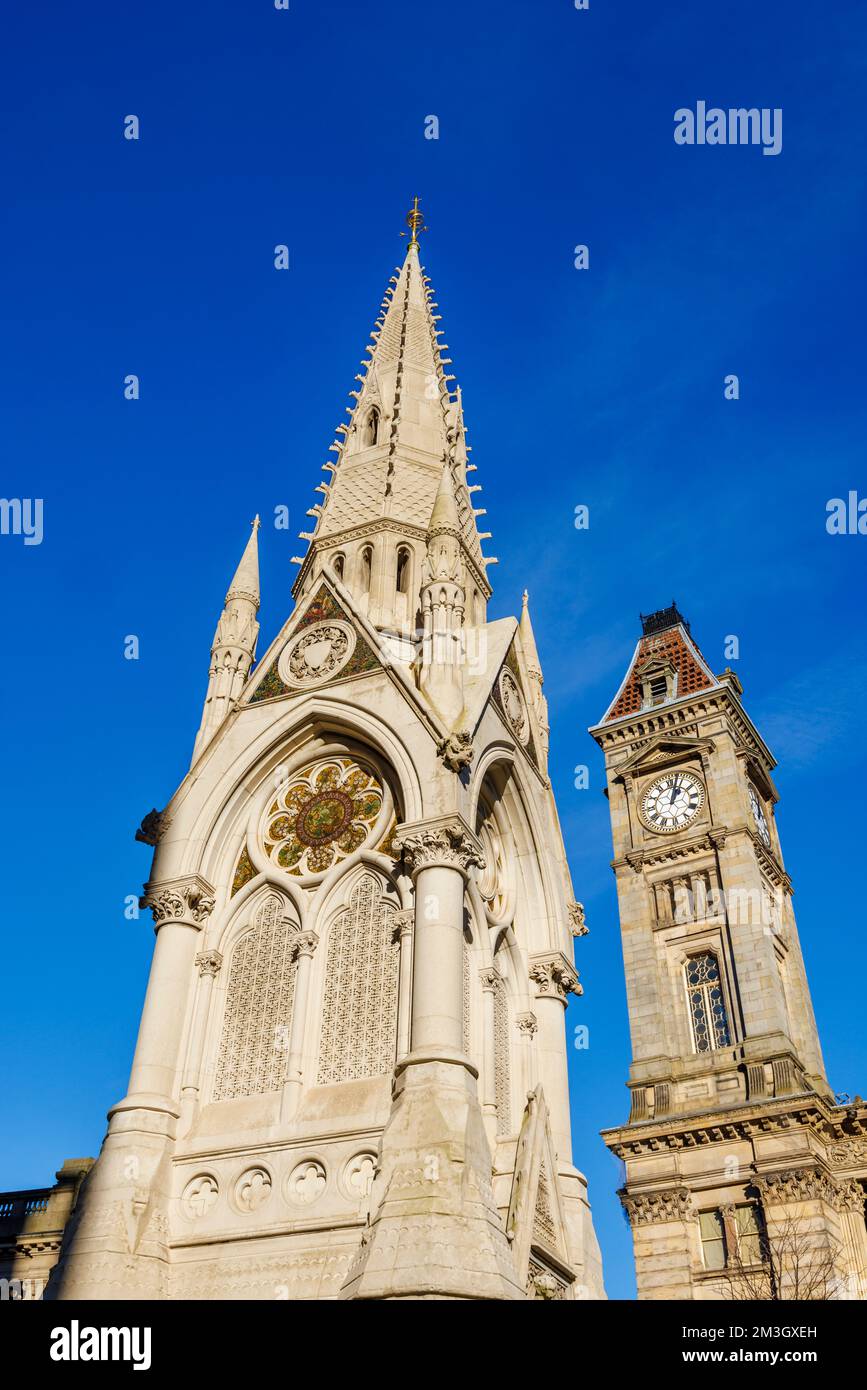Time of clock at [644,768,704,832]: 1:02
